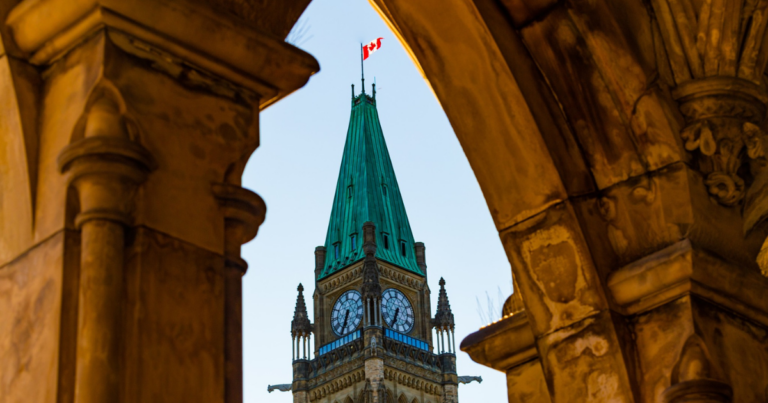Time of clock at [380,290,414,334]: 6:34
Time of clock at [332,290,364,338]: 6:34
